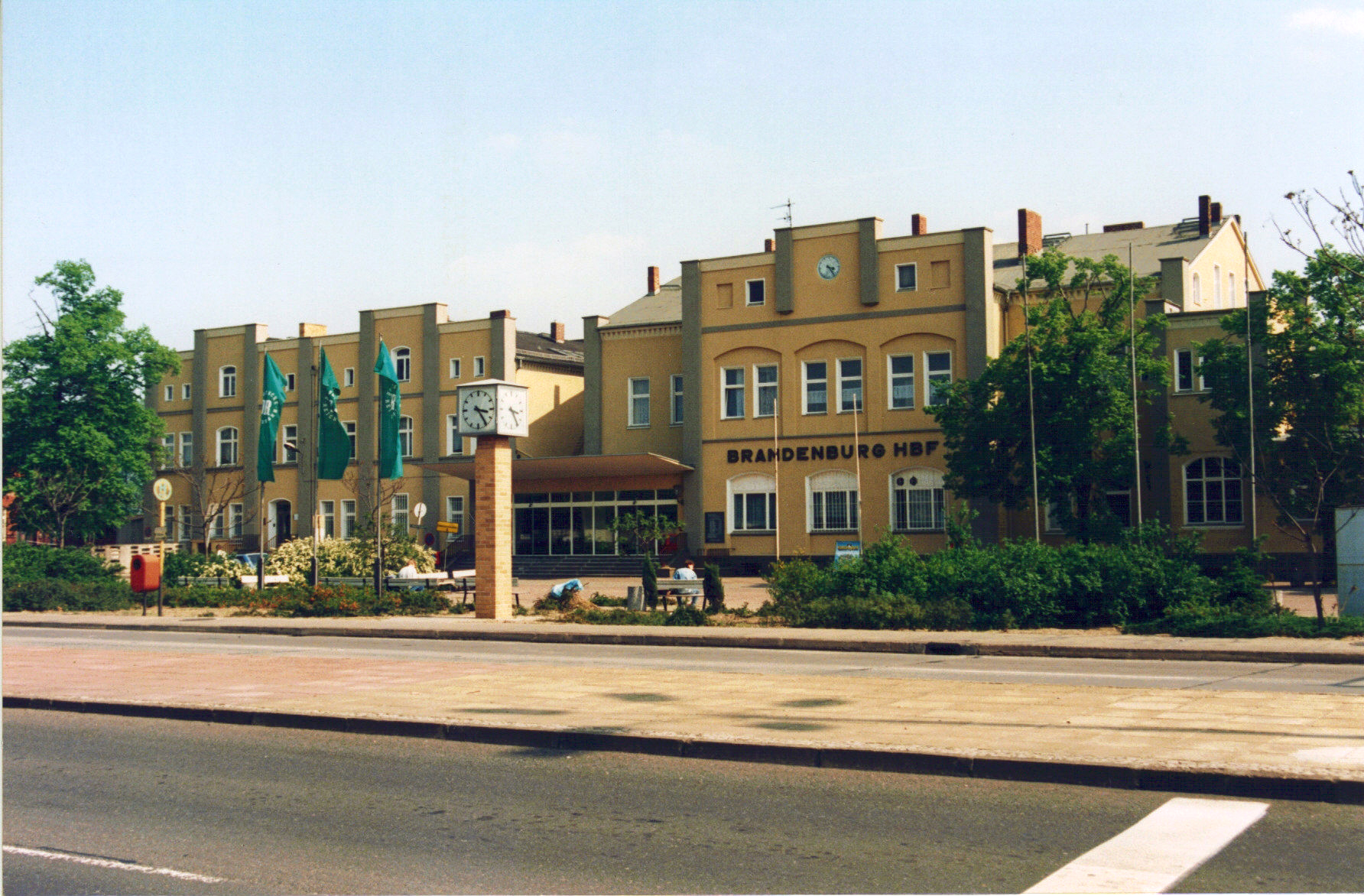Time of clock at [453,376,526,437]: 3:23
